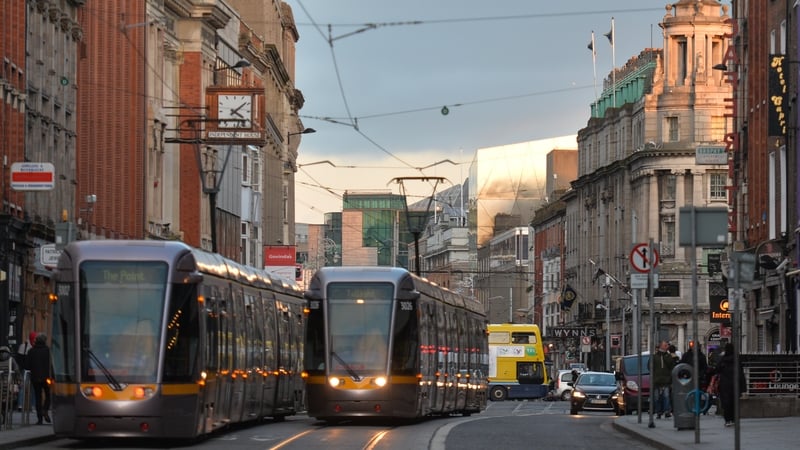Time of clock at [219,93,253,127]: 4:08
